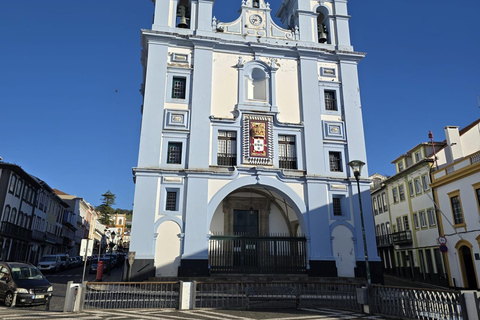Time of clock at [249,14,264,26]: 8:36
